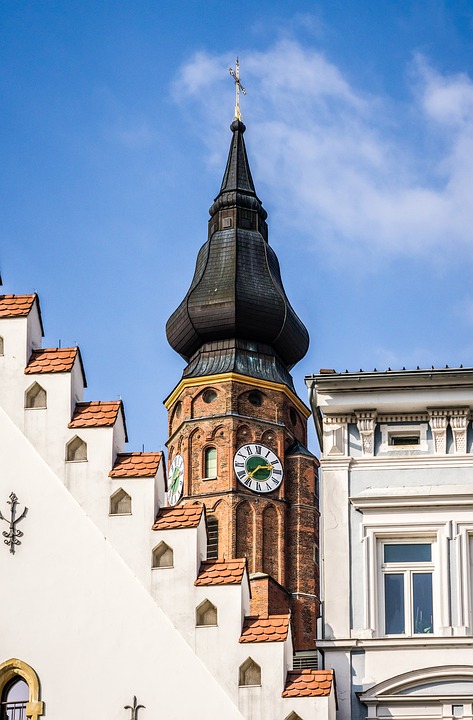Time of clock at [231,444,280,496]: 2:37
